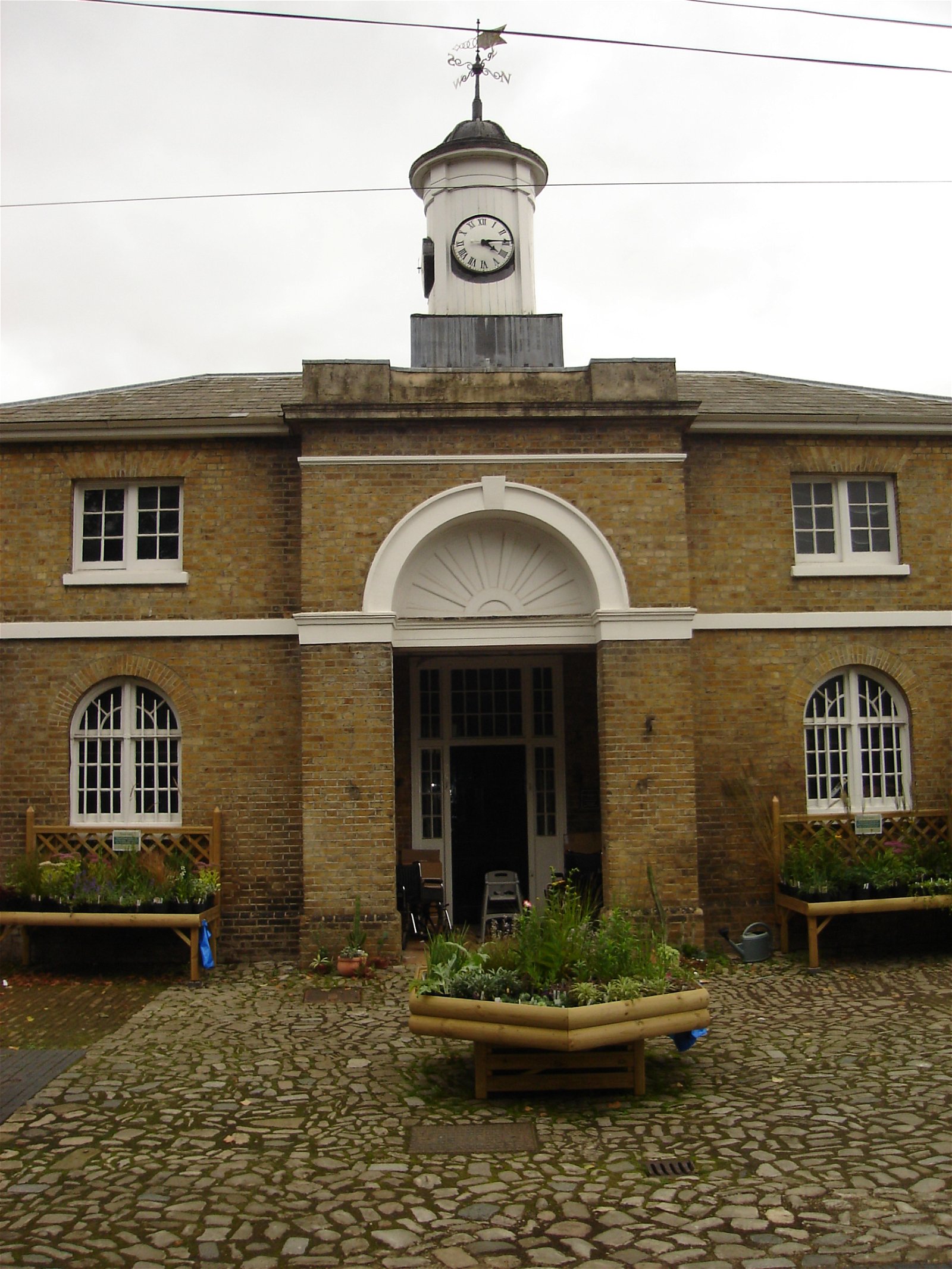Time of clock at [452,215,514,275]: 4:14
